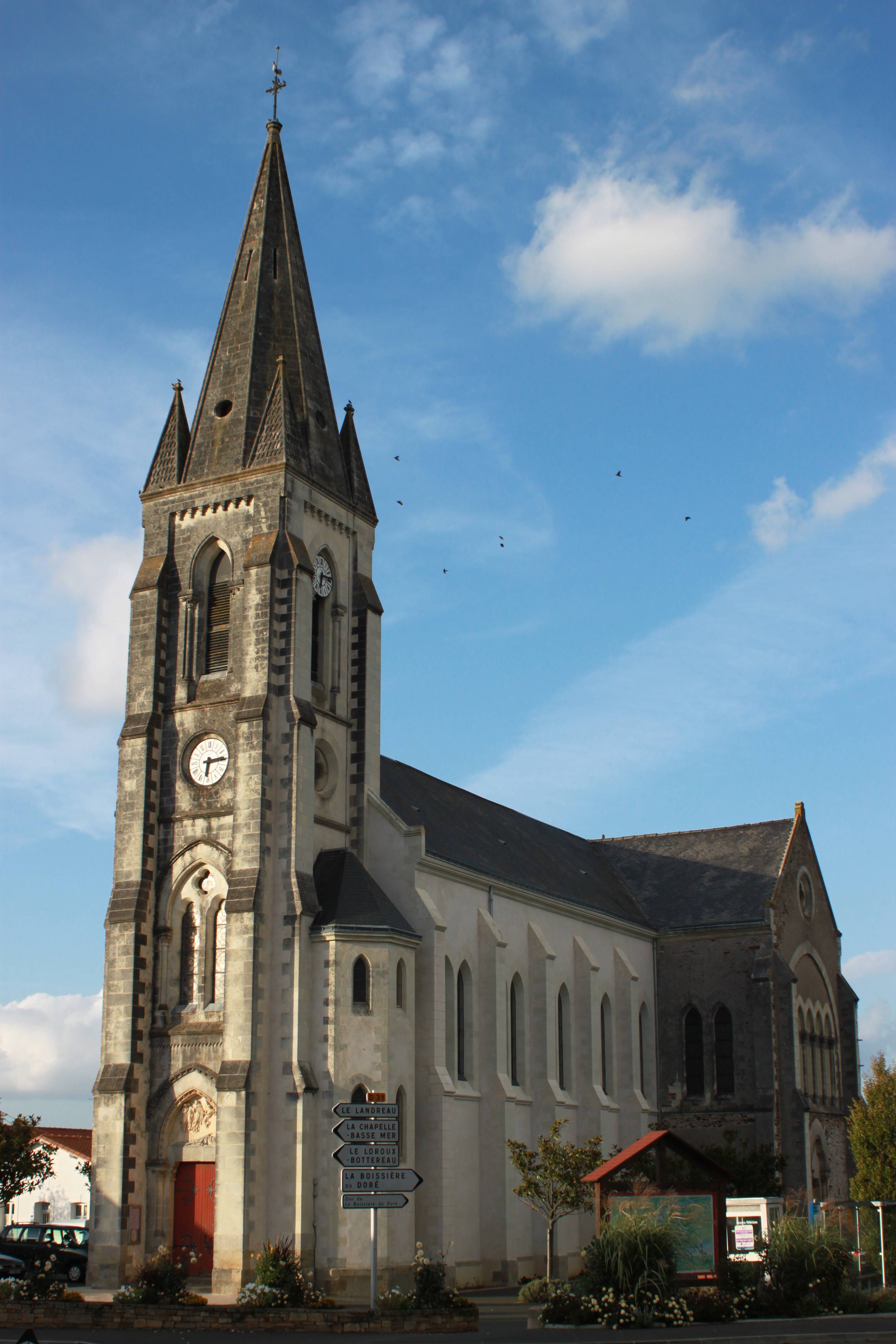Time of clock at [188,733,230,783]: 6:14
